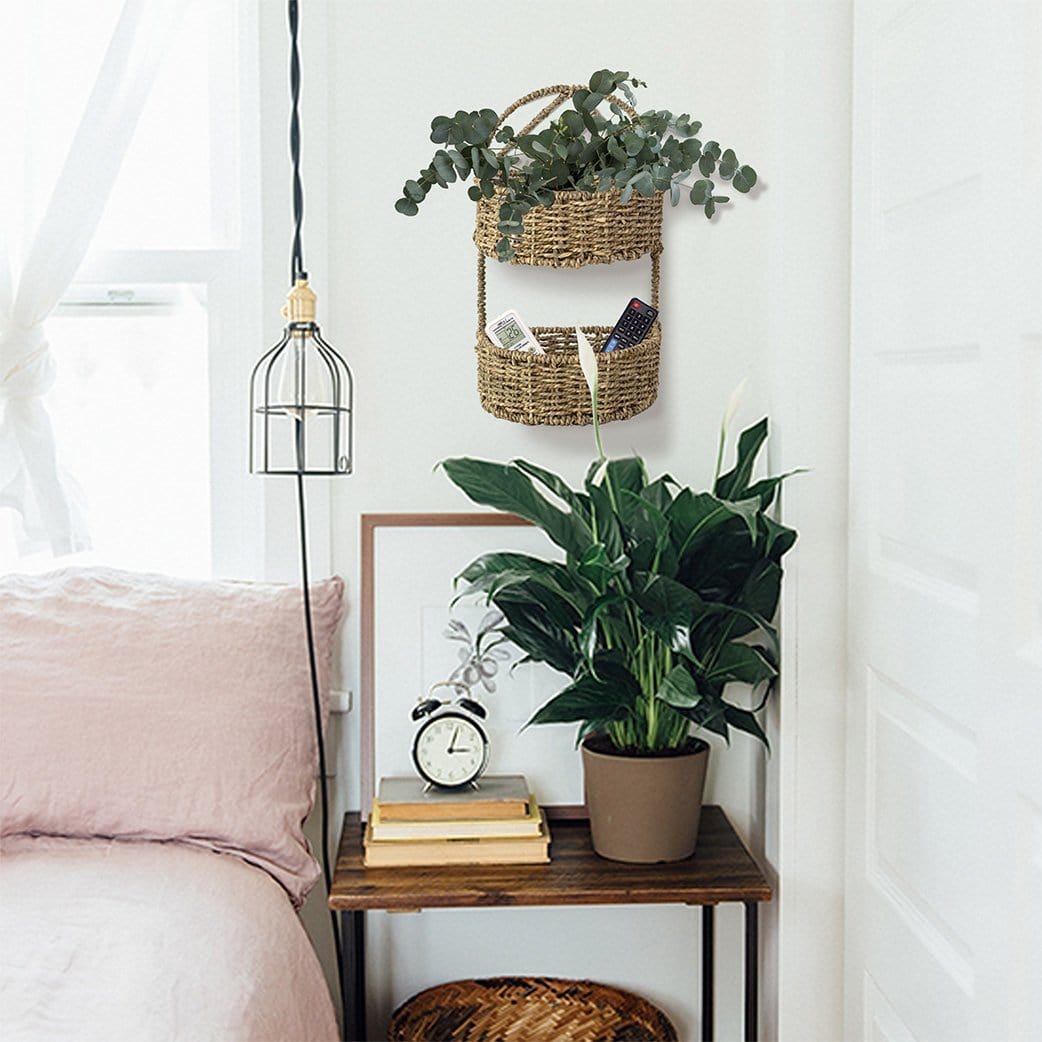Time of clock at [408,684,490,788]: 3:03
